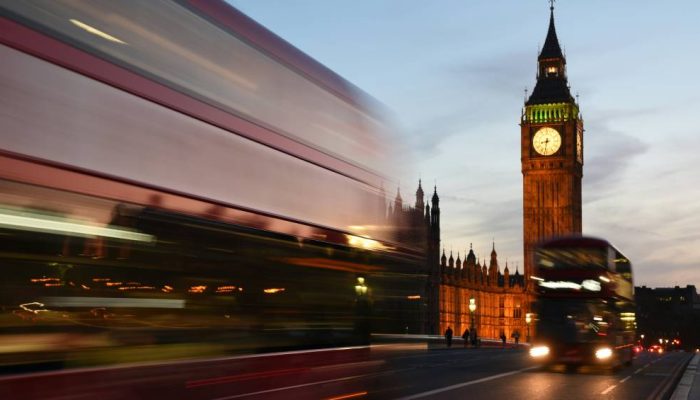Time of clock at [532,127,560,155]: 8:32
